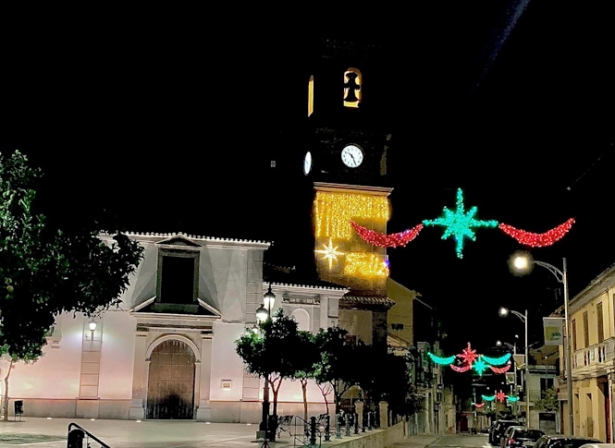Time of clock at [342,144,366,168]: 10:25
